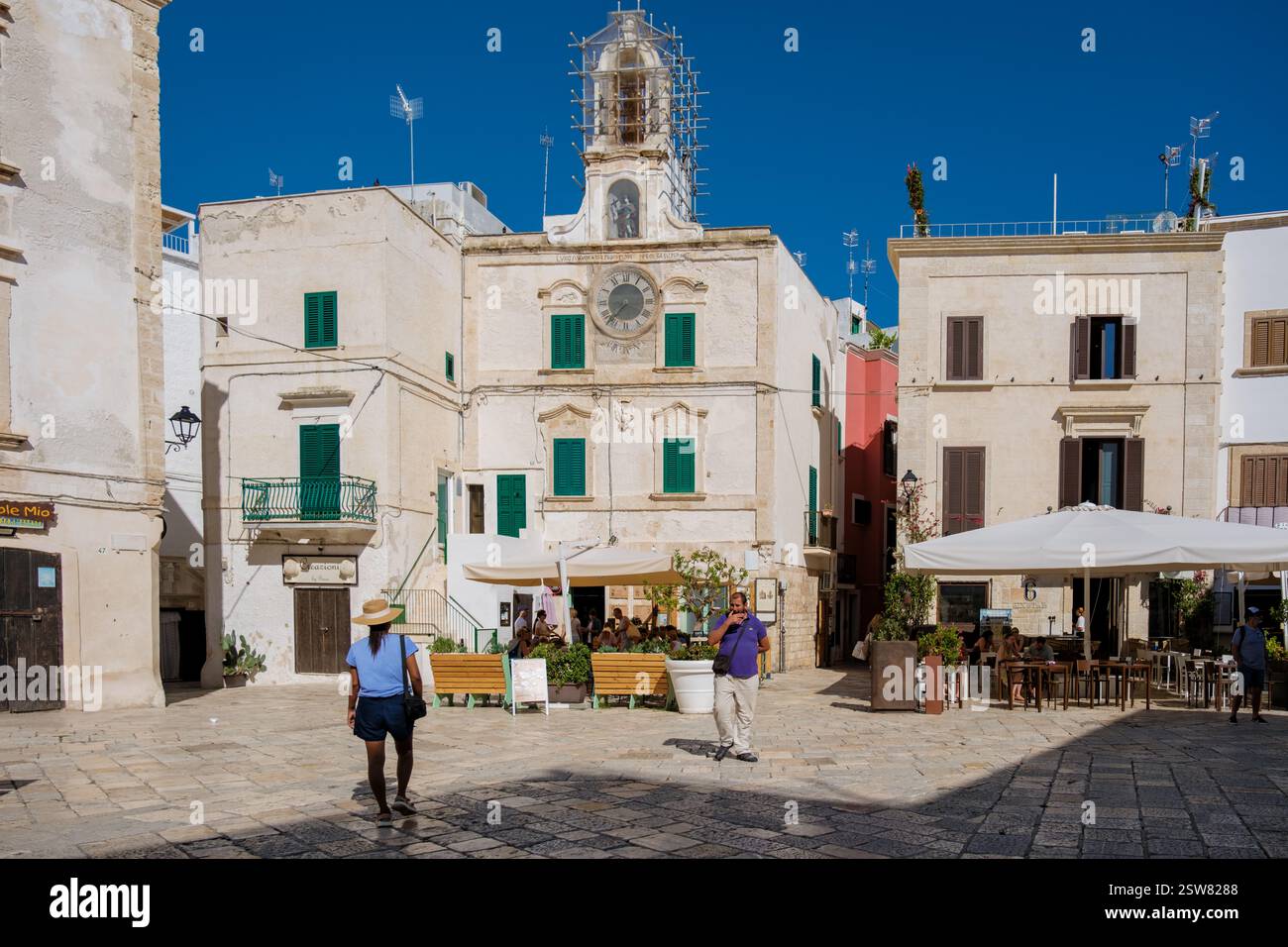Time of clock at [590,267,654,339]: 7:37
